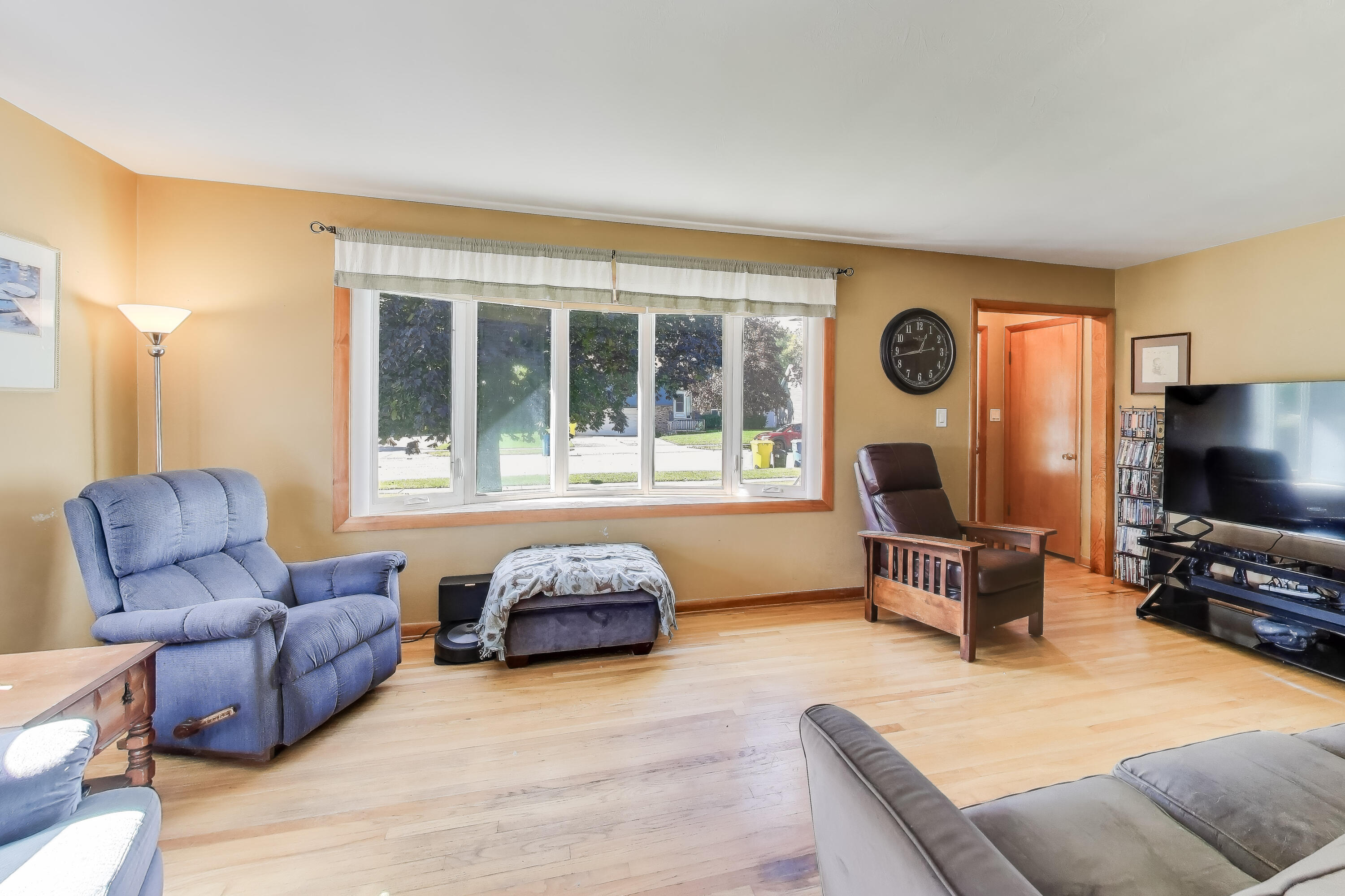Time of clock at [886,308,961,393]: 12:43
